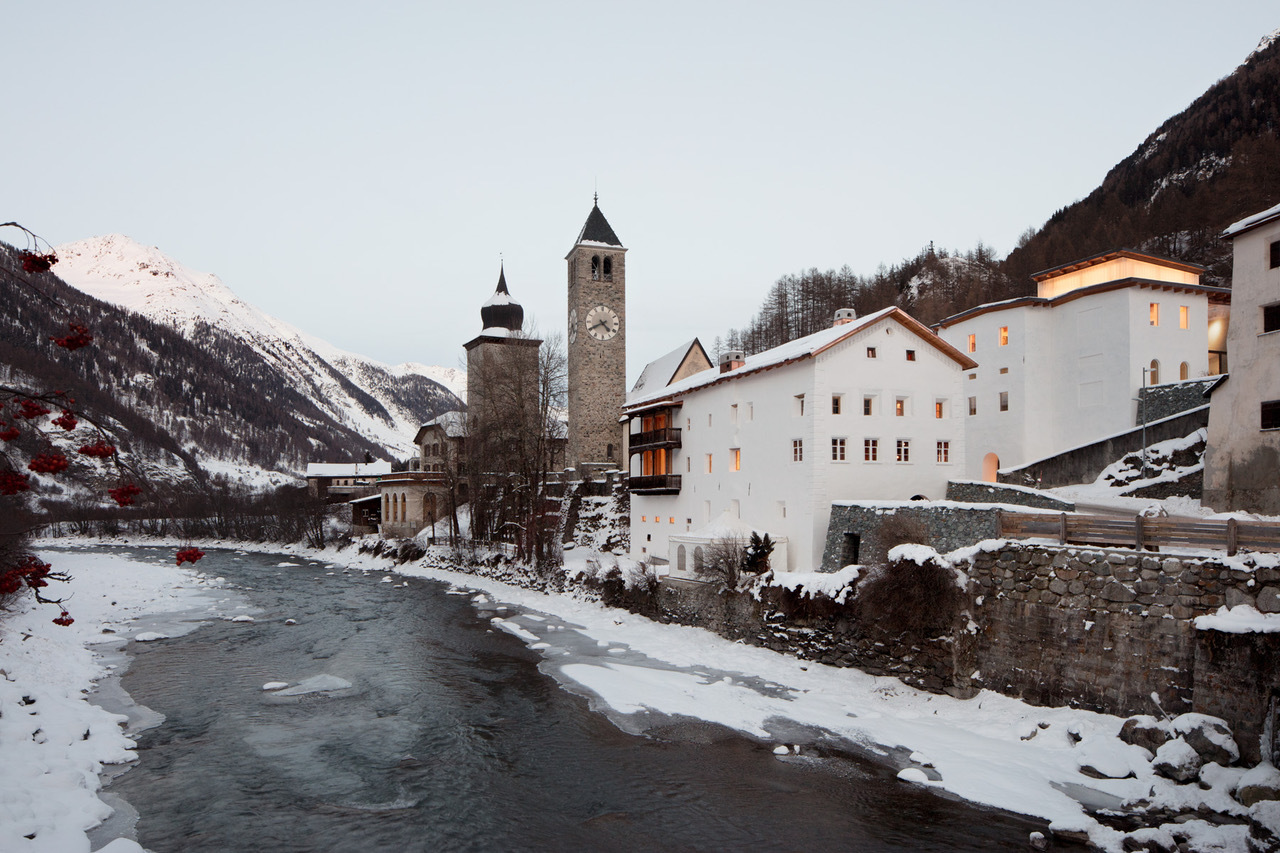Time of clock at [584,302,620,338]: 4:40
